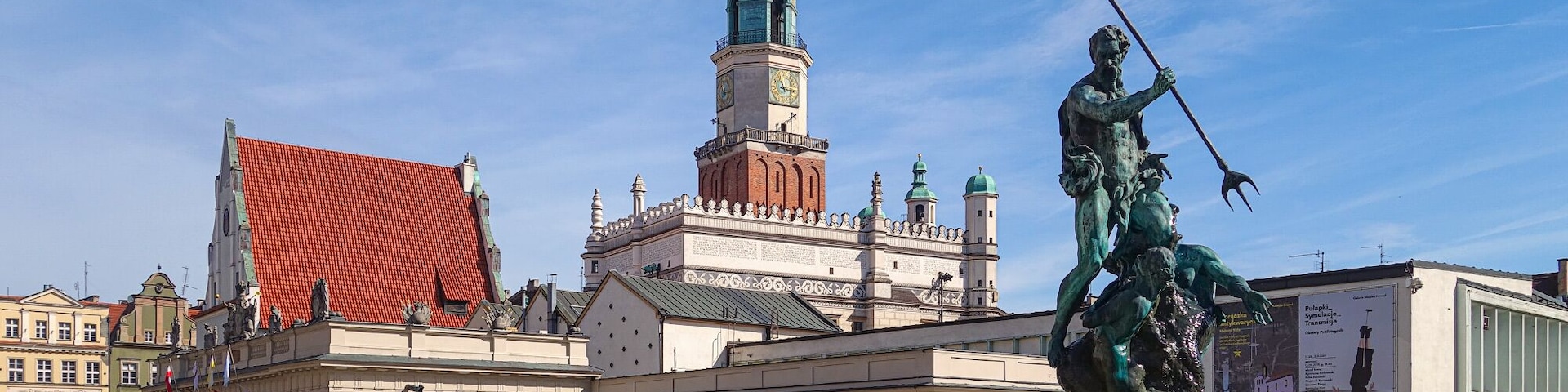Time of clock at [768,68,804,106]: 11:16
